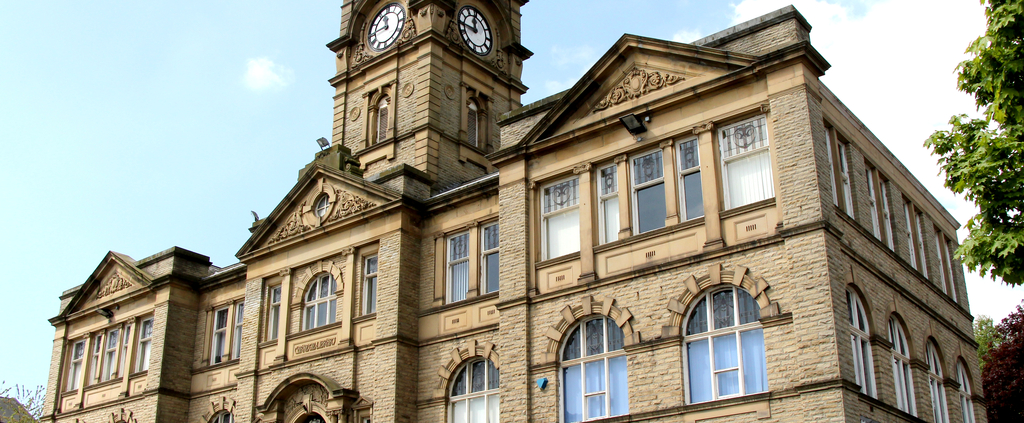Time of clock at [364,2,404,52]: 11:44
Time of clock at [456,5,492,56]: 11:44
